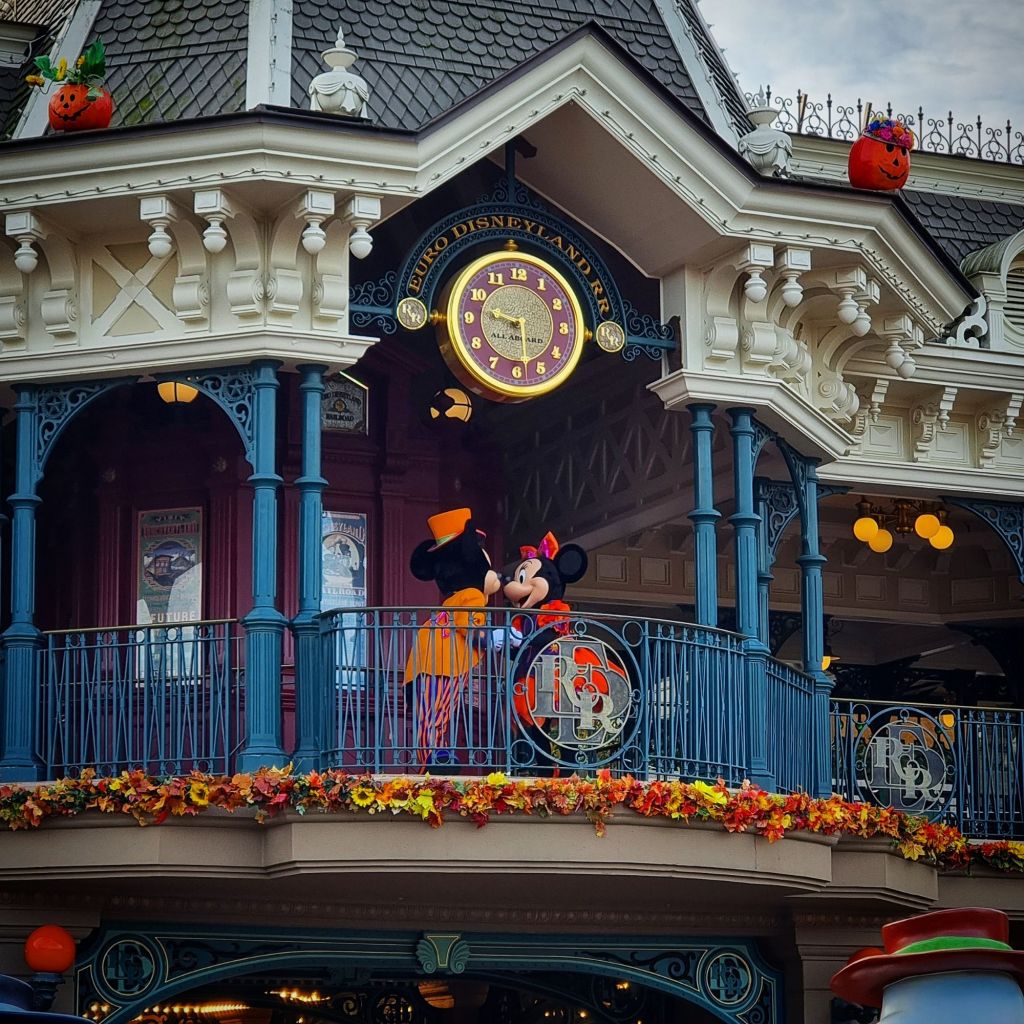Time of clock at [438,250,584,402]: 9:28
